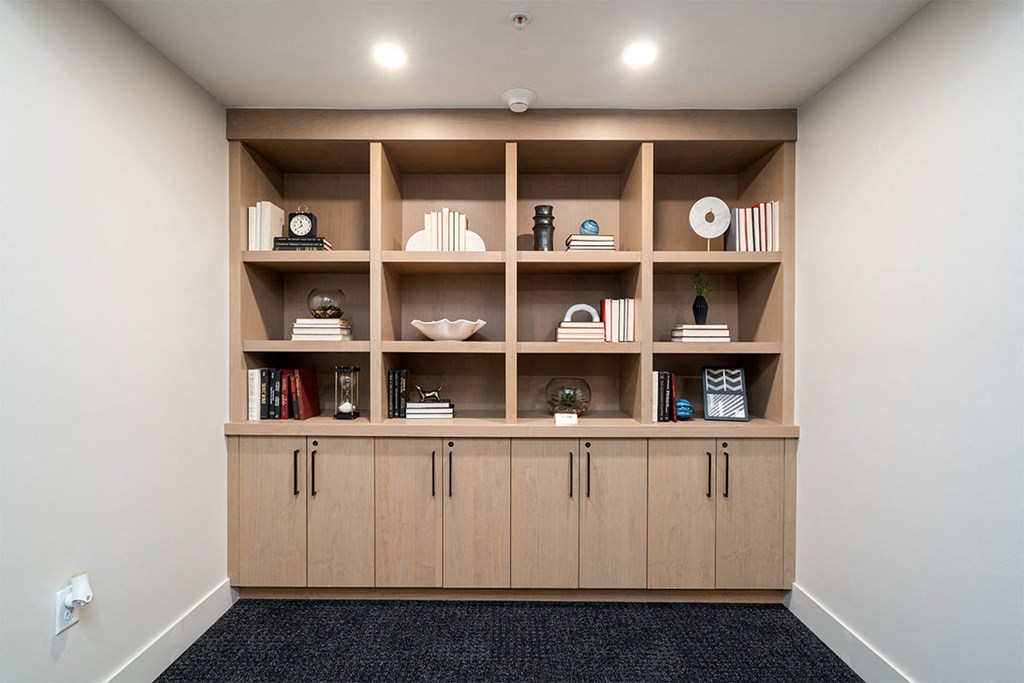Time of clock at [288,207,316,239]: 11:39
